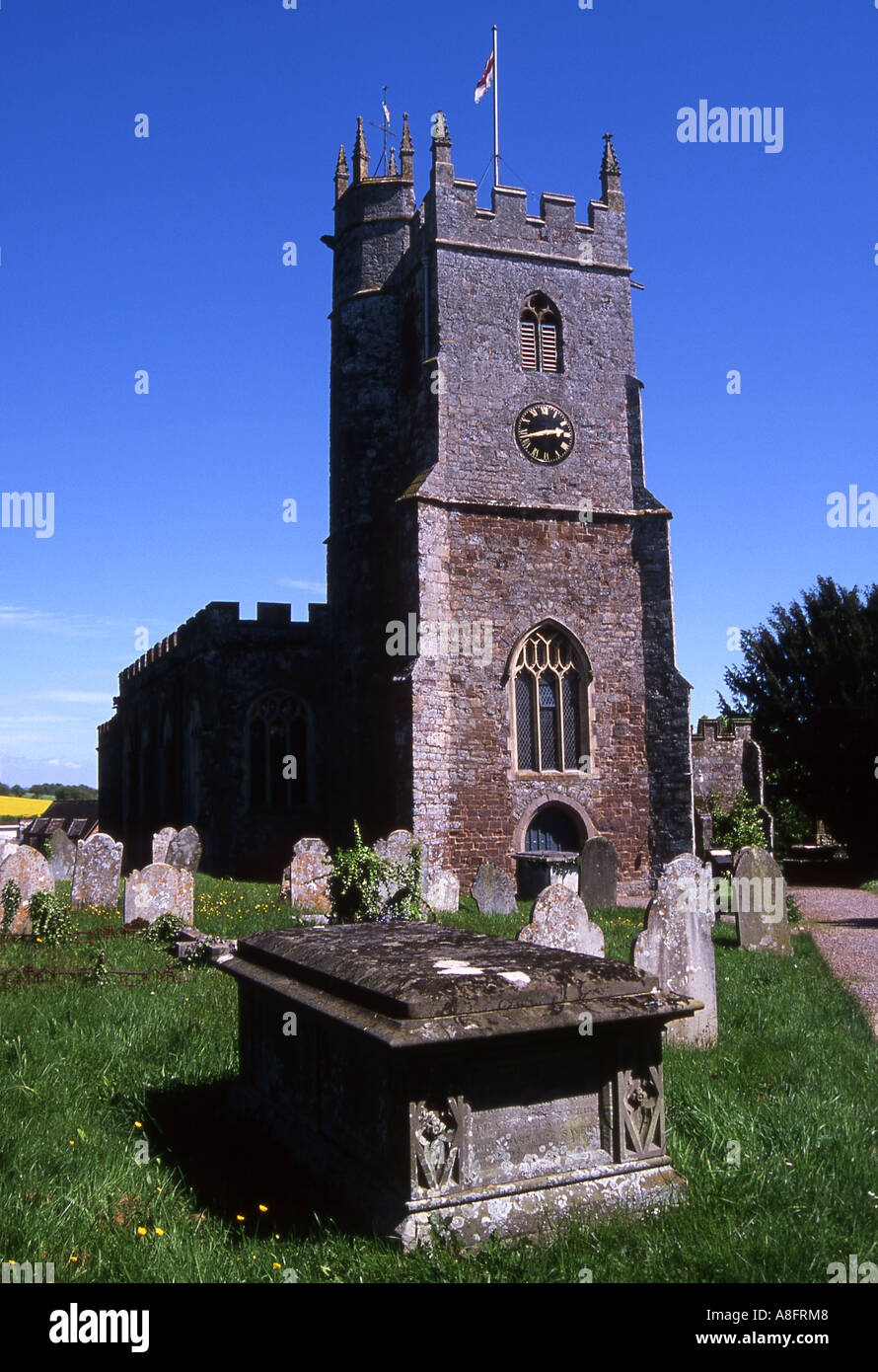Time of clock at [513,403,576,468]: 2:42
